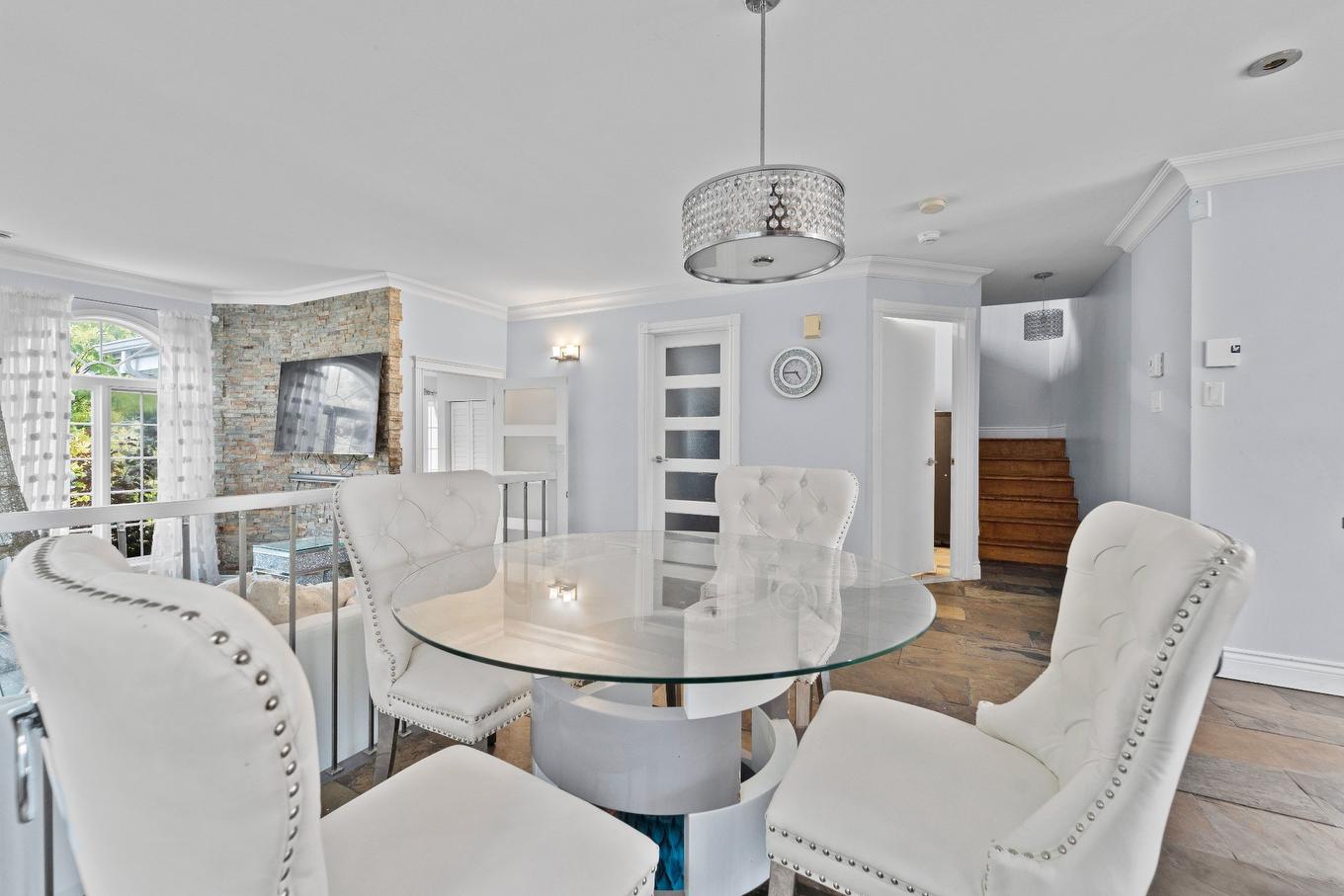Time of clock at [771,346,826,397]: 4:44
